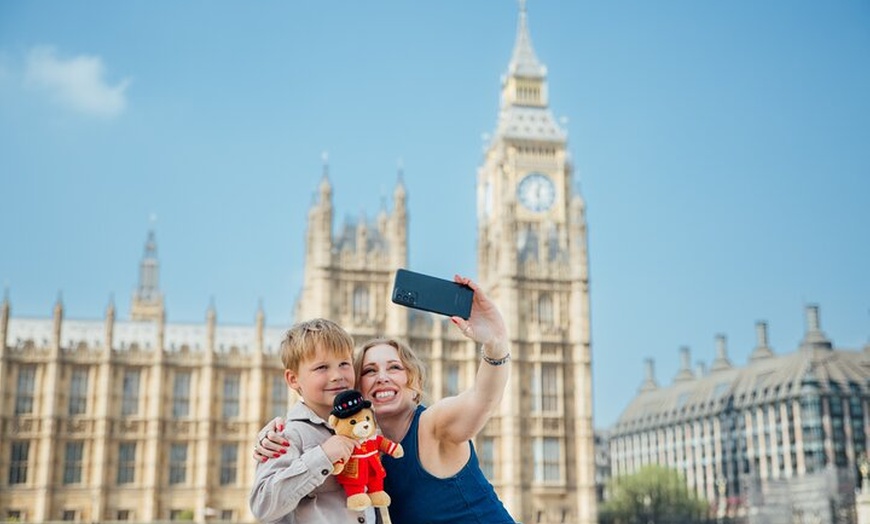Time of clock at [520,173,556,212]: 12:28
